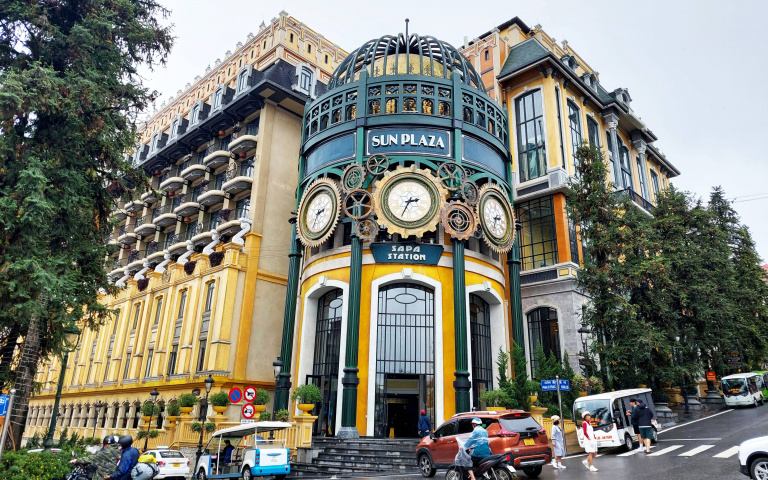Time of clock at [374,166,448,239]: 2:34
